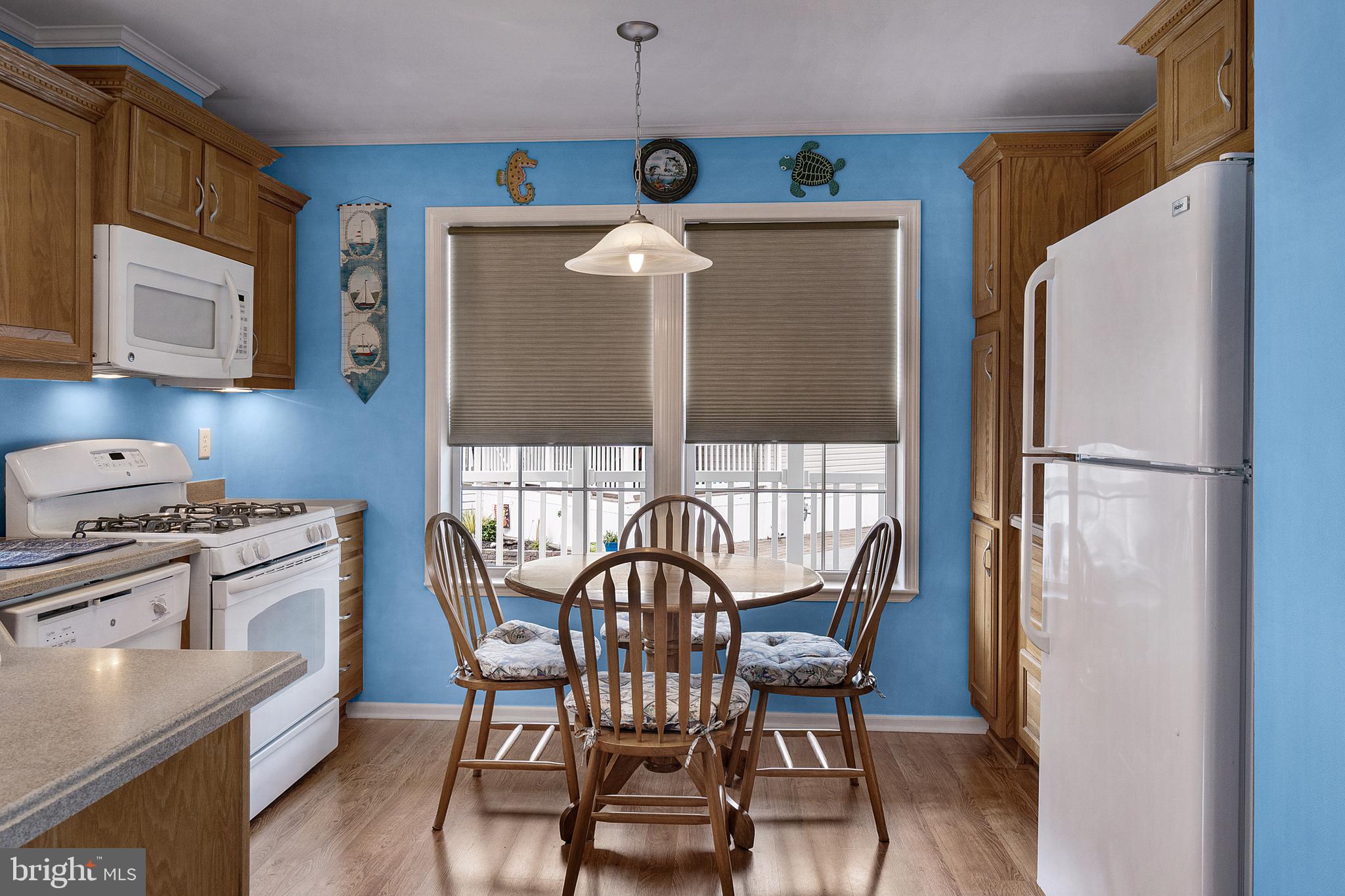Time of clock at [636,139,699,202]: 12:16
